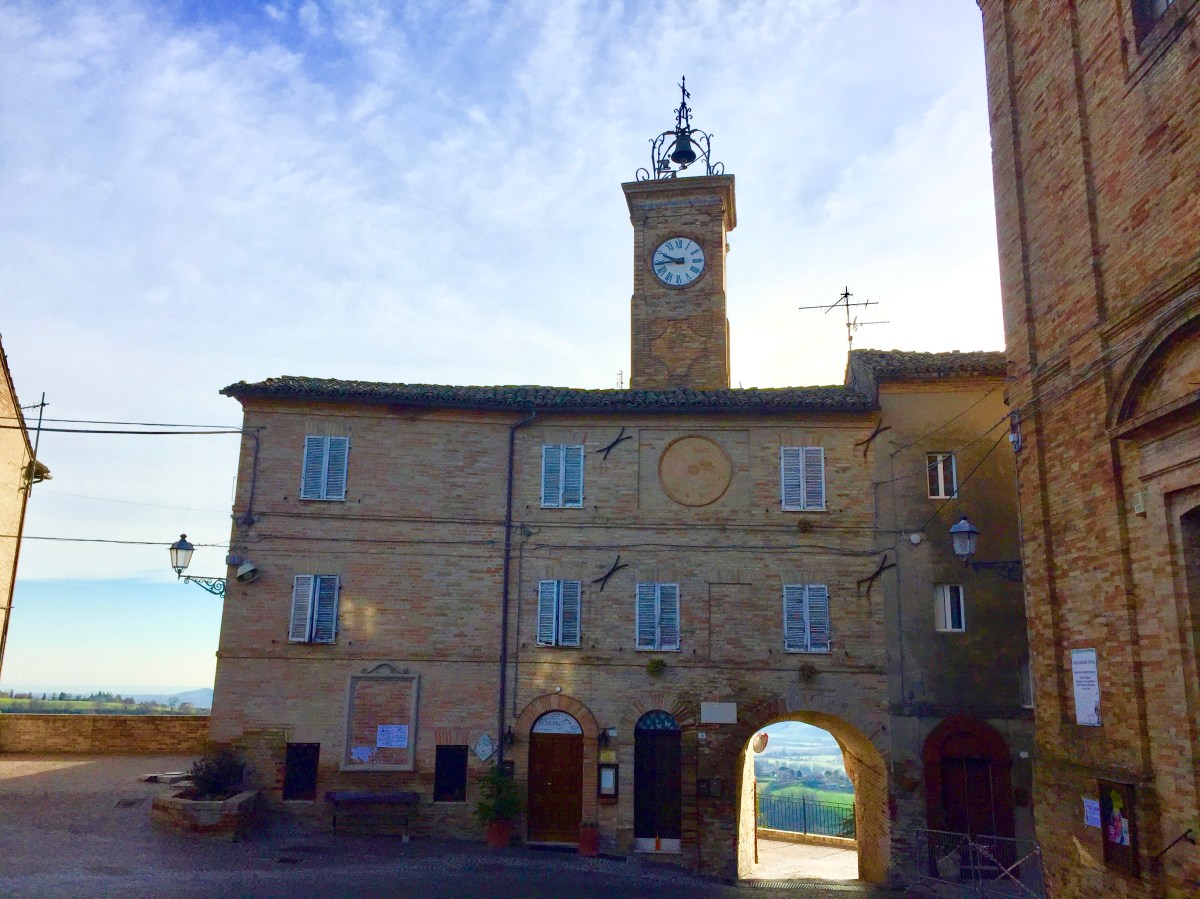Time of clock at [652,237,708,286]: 9:43
